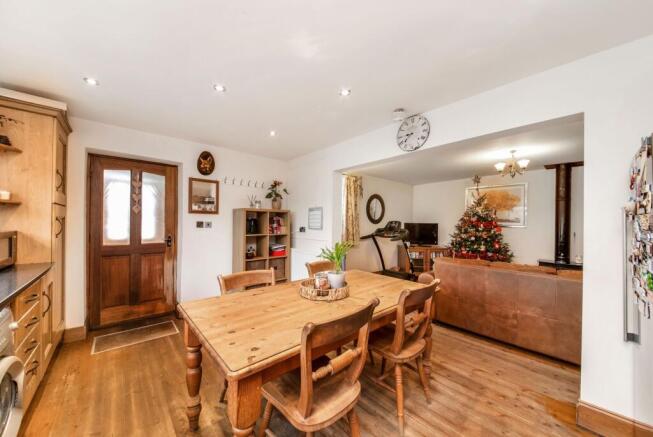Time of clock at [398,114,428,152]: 8:38
